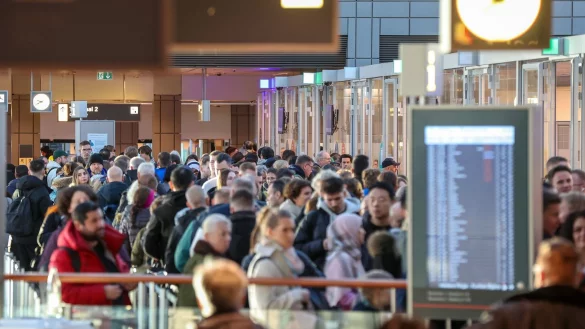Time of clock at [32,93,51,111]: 9:40
